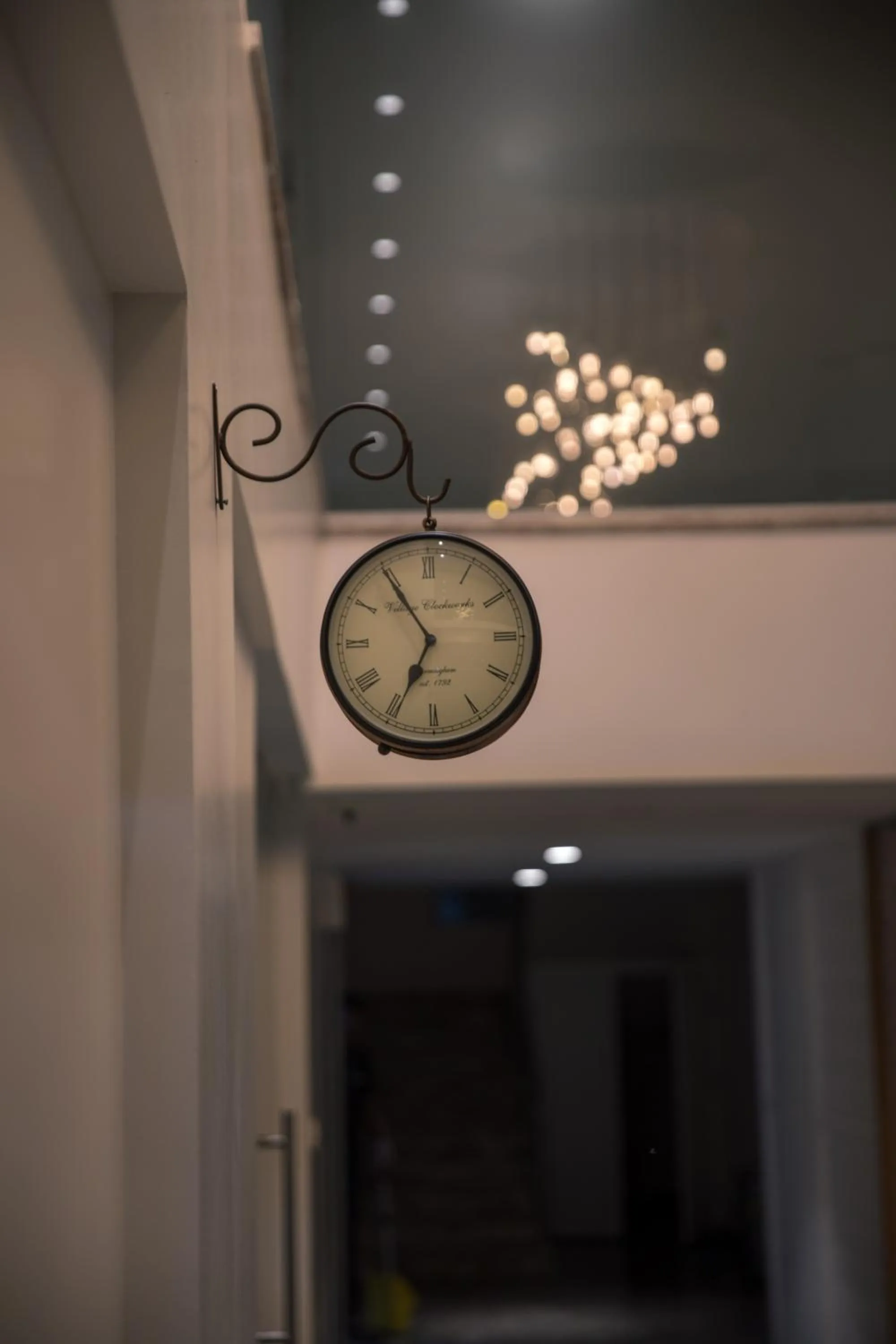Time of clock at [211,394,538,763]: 6:54
